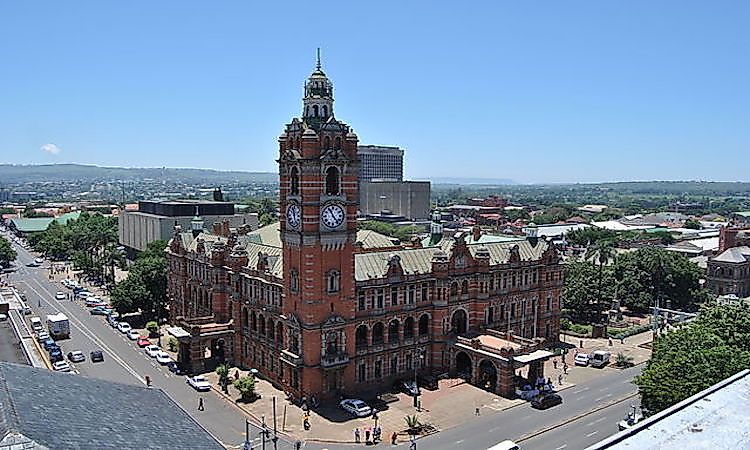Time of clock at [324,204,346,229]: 11:23
